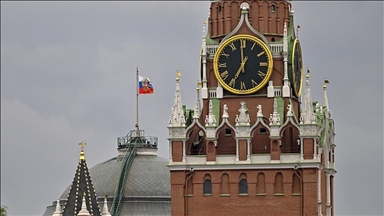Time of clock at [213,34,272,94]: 6:59
